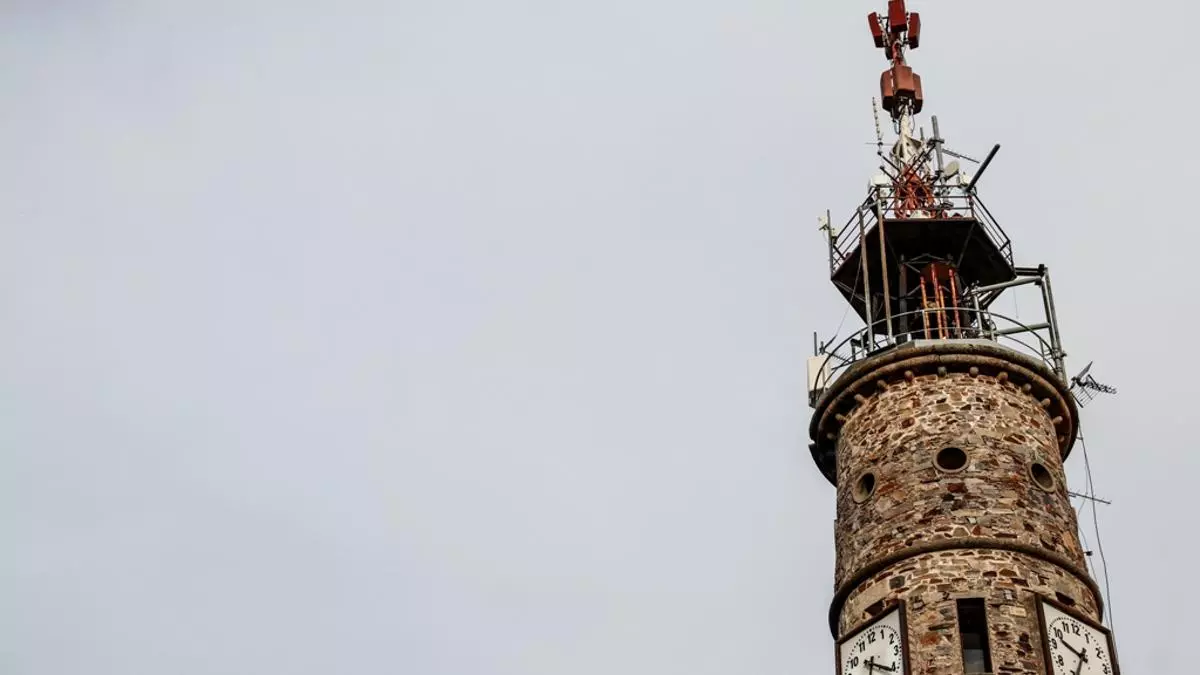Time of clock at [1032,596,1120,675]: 9:34
